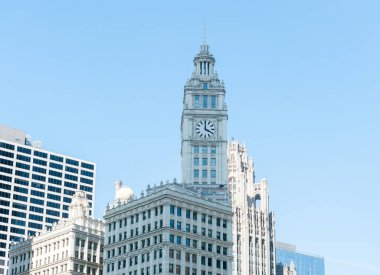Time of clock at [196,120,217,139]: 4:00
